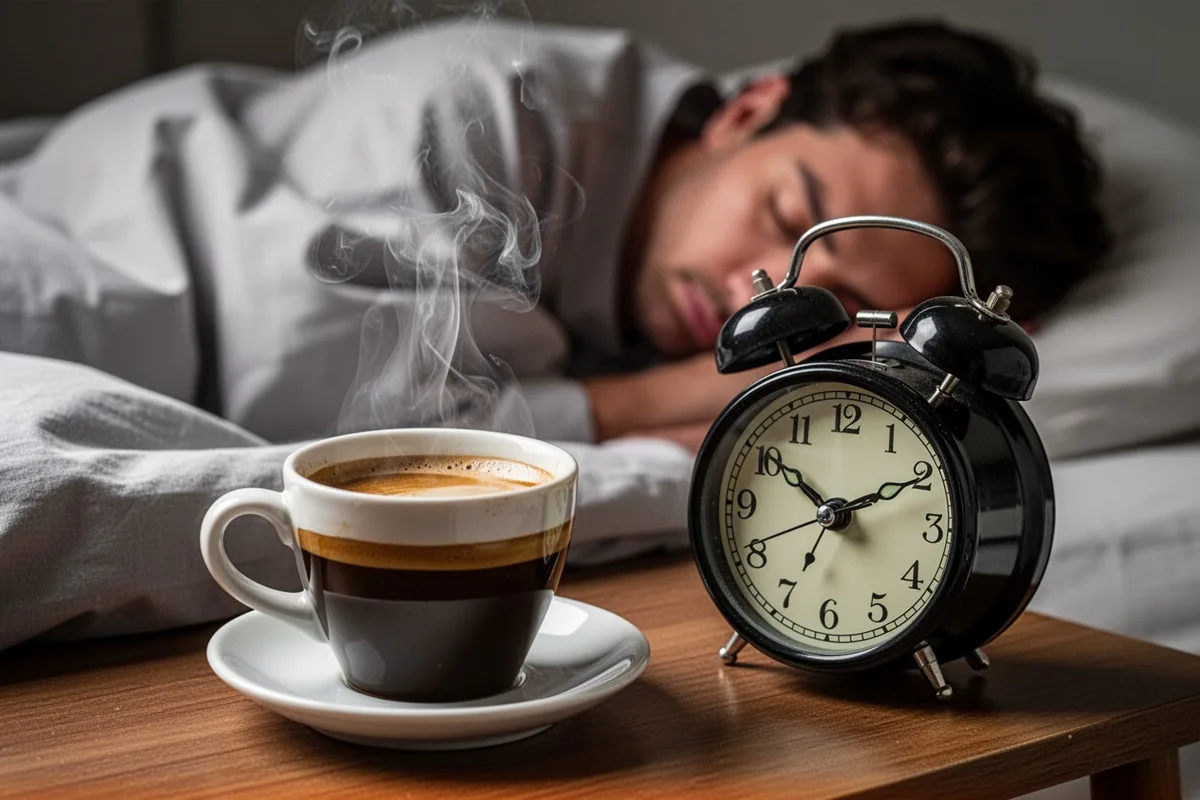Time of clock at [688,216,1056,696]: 1:50
